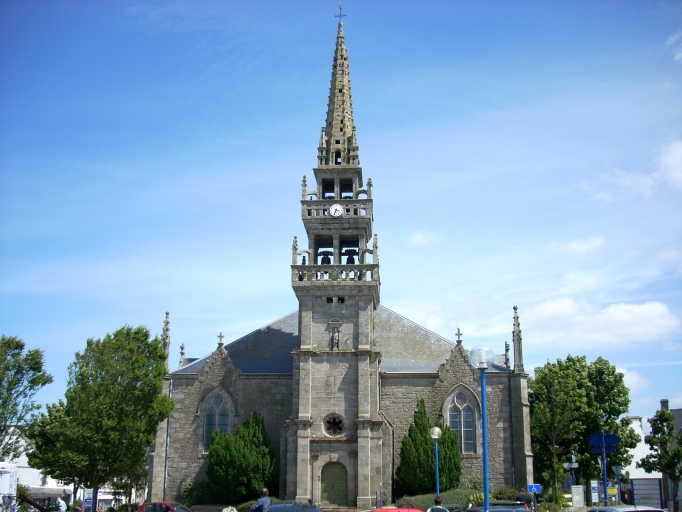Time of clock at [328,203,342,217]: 3:33
